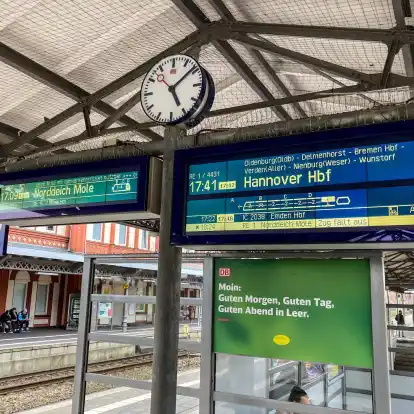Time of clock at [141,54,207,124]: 5:08
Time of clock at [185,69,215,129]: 5:08
